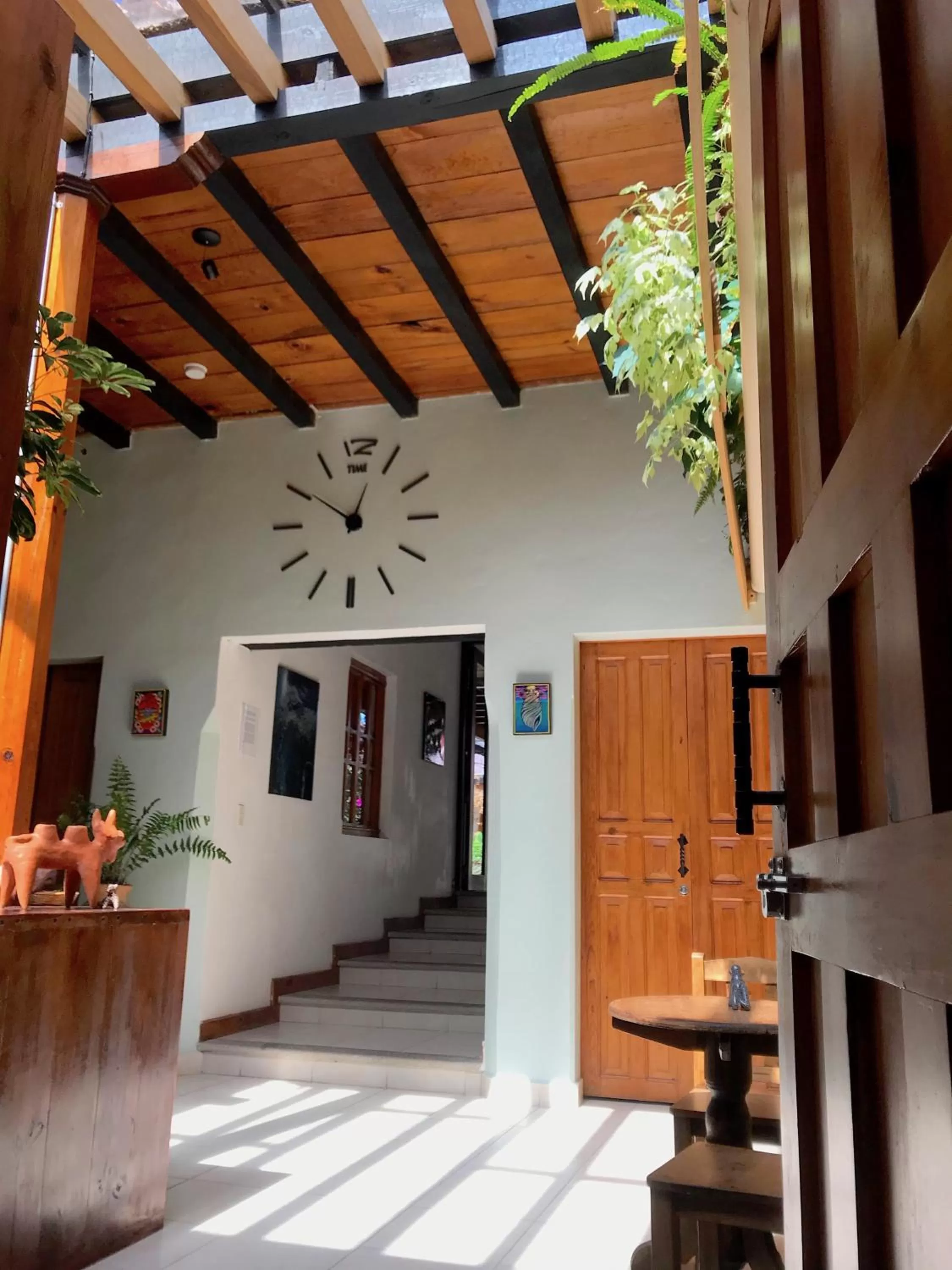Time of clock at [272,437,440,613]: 12:50
